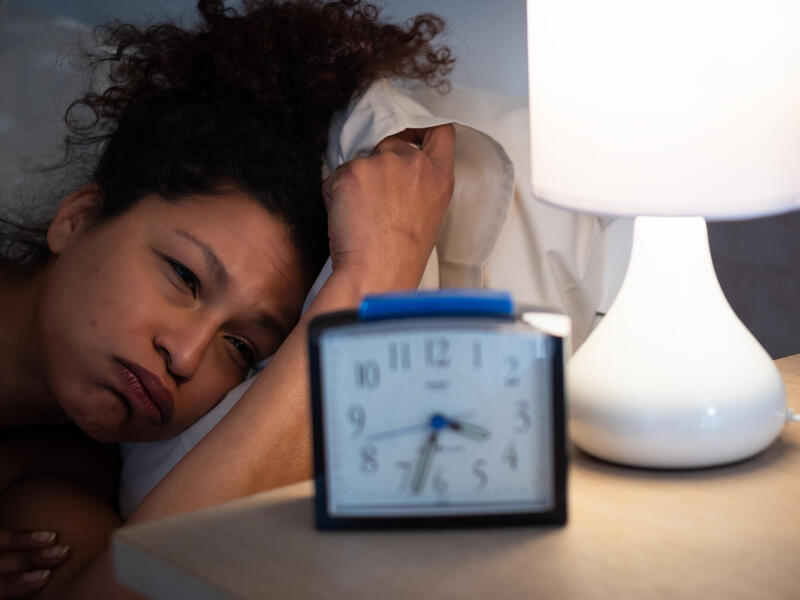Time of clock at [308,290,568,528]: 3:33
